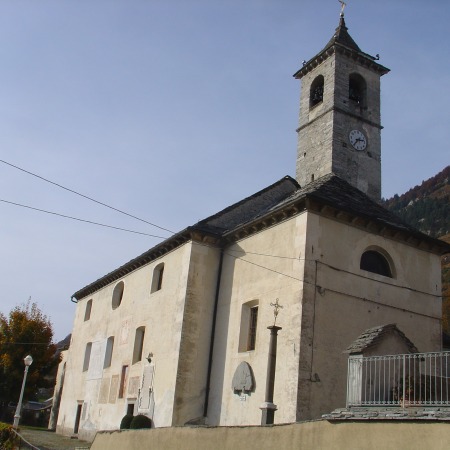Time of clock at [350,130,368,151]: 2:36
